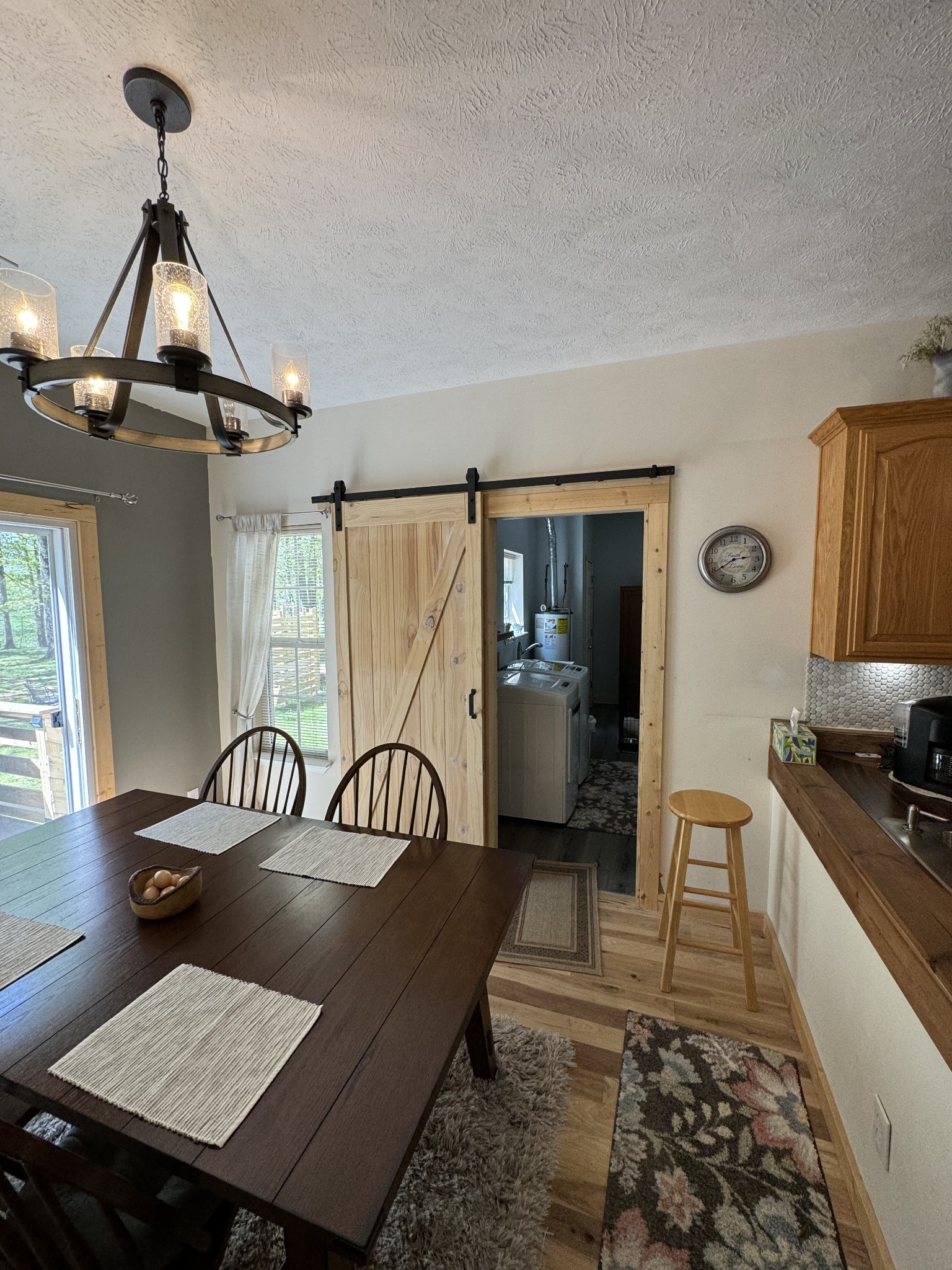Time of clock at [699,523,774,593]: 2:39
